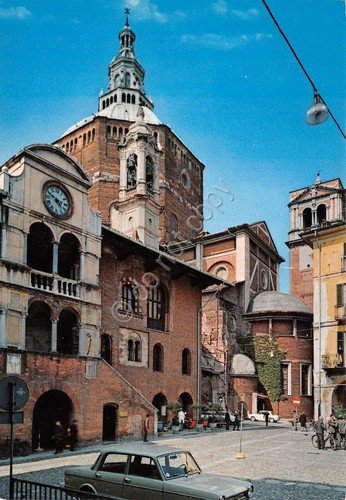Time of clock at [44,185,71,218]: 4:48
